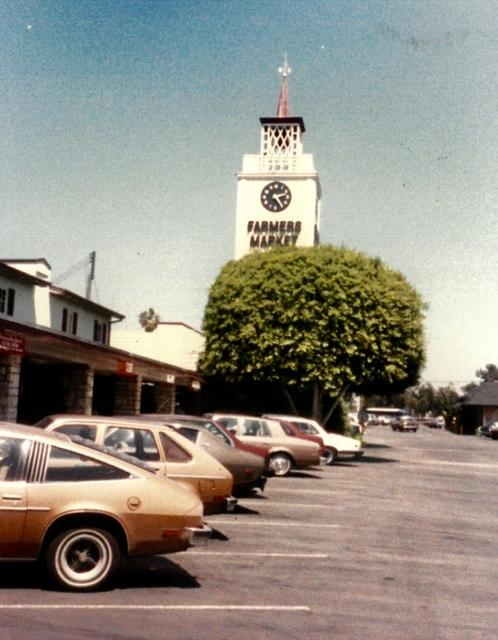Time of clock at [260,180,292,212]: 2:23
